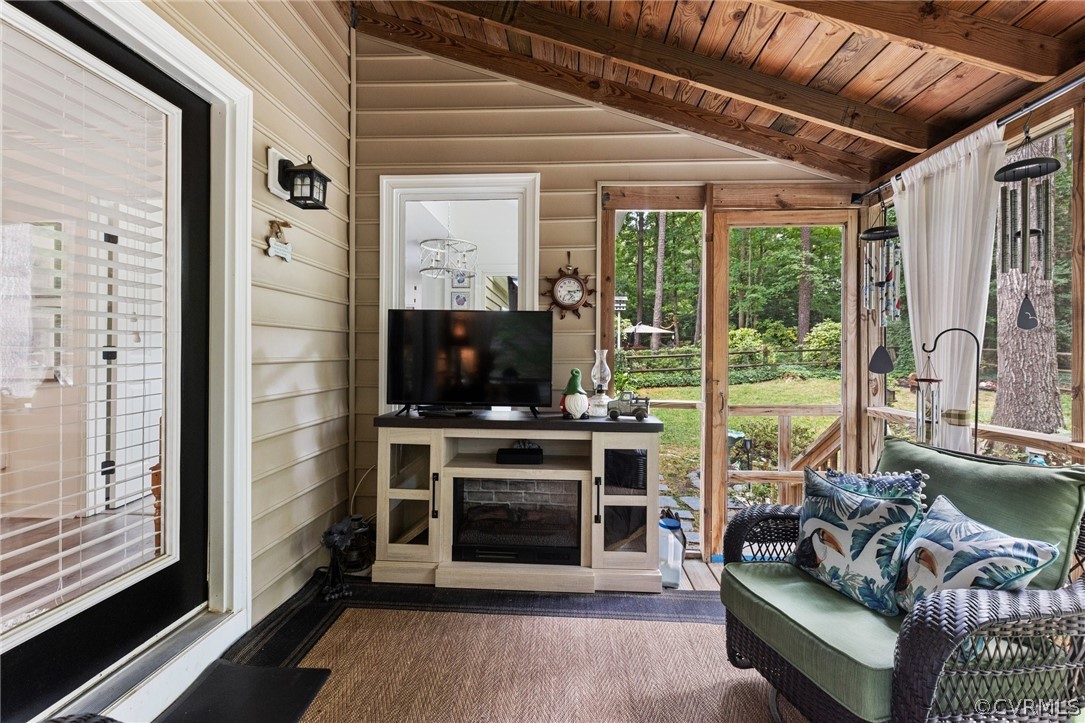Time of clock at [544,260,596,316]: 4:13
